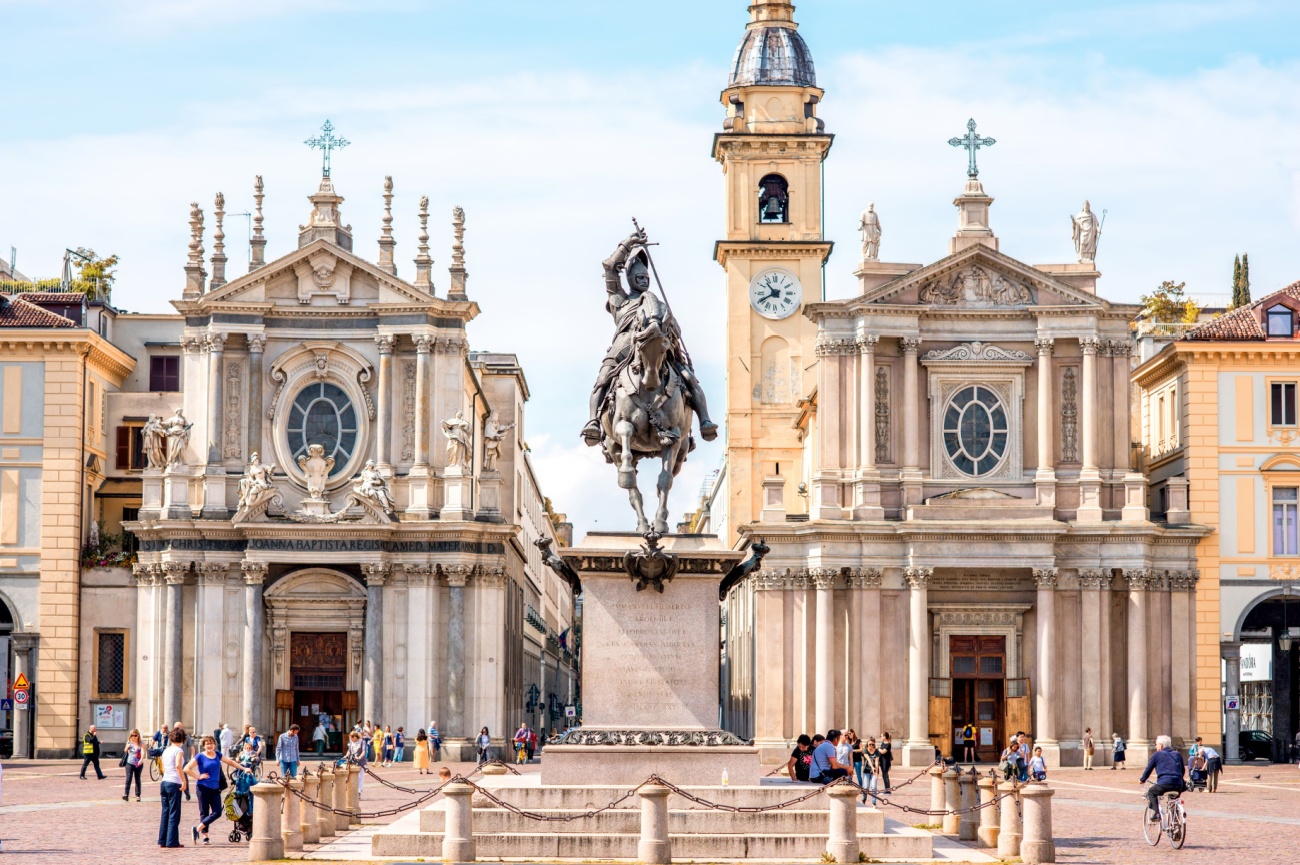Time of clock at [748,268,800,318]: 10:39
